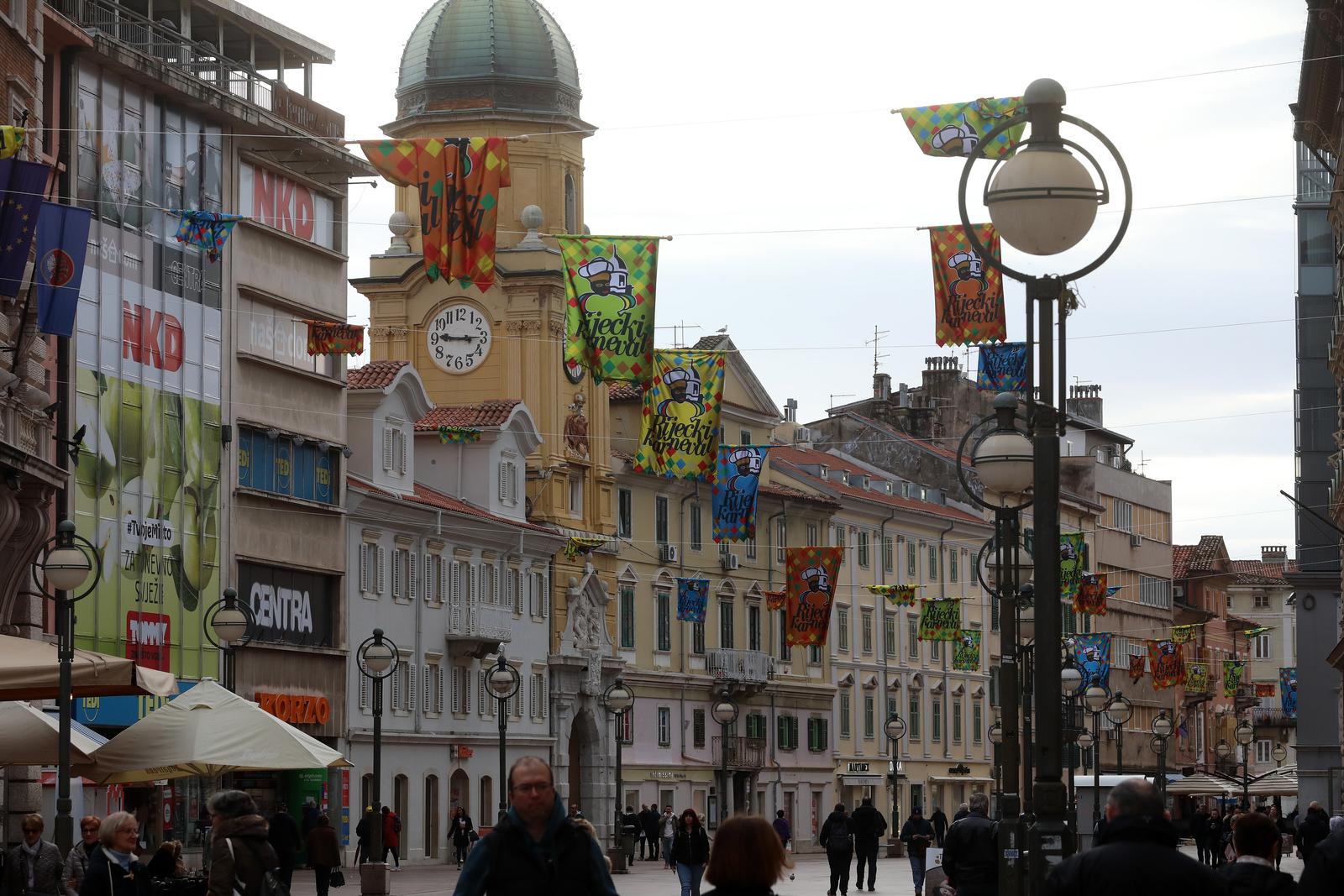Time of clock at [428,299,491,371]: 9:15
